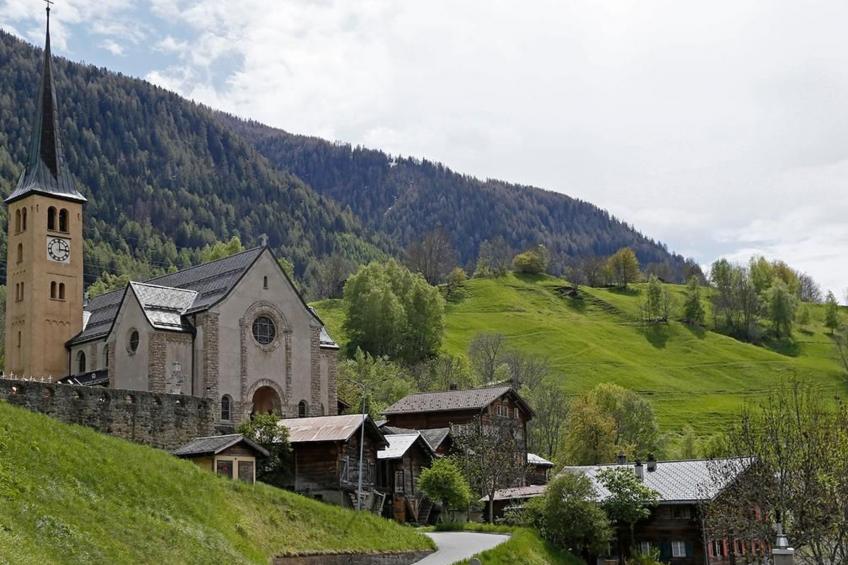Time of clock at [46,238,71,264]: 2:59
